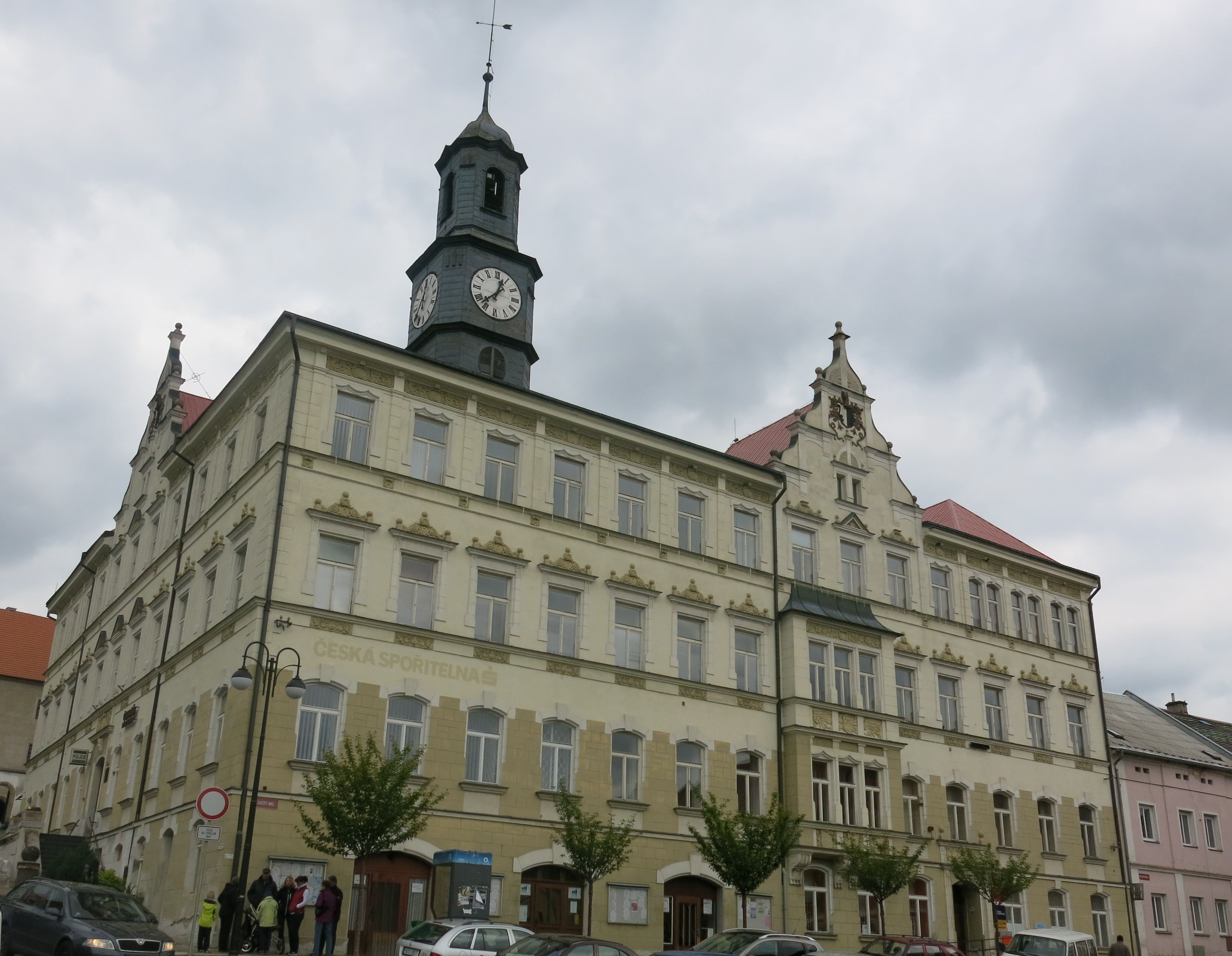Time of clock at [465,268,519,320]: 12:37
